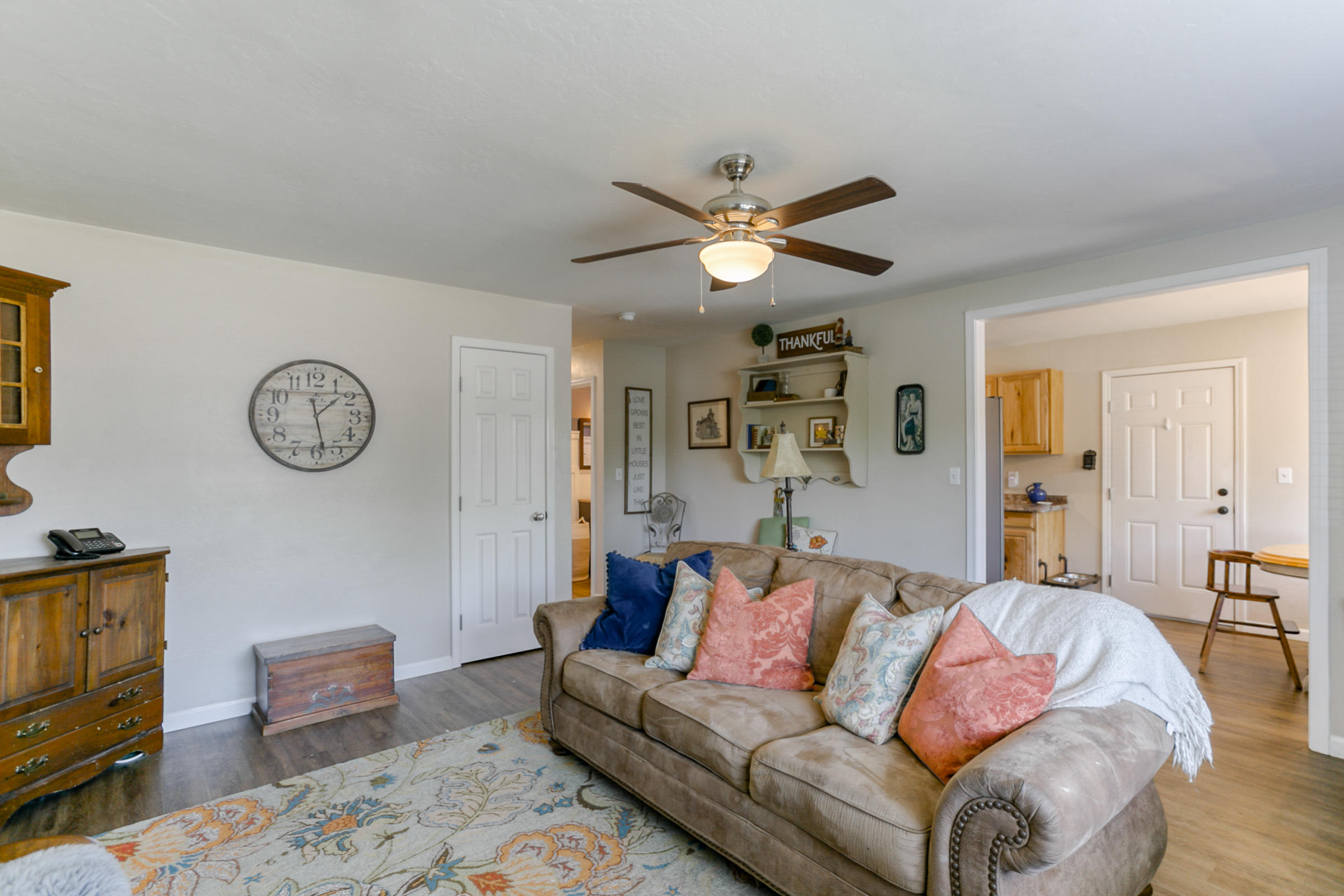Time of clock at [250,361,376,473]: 1:28
